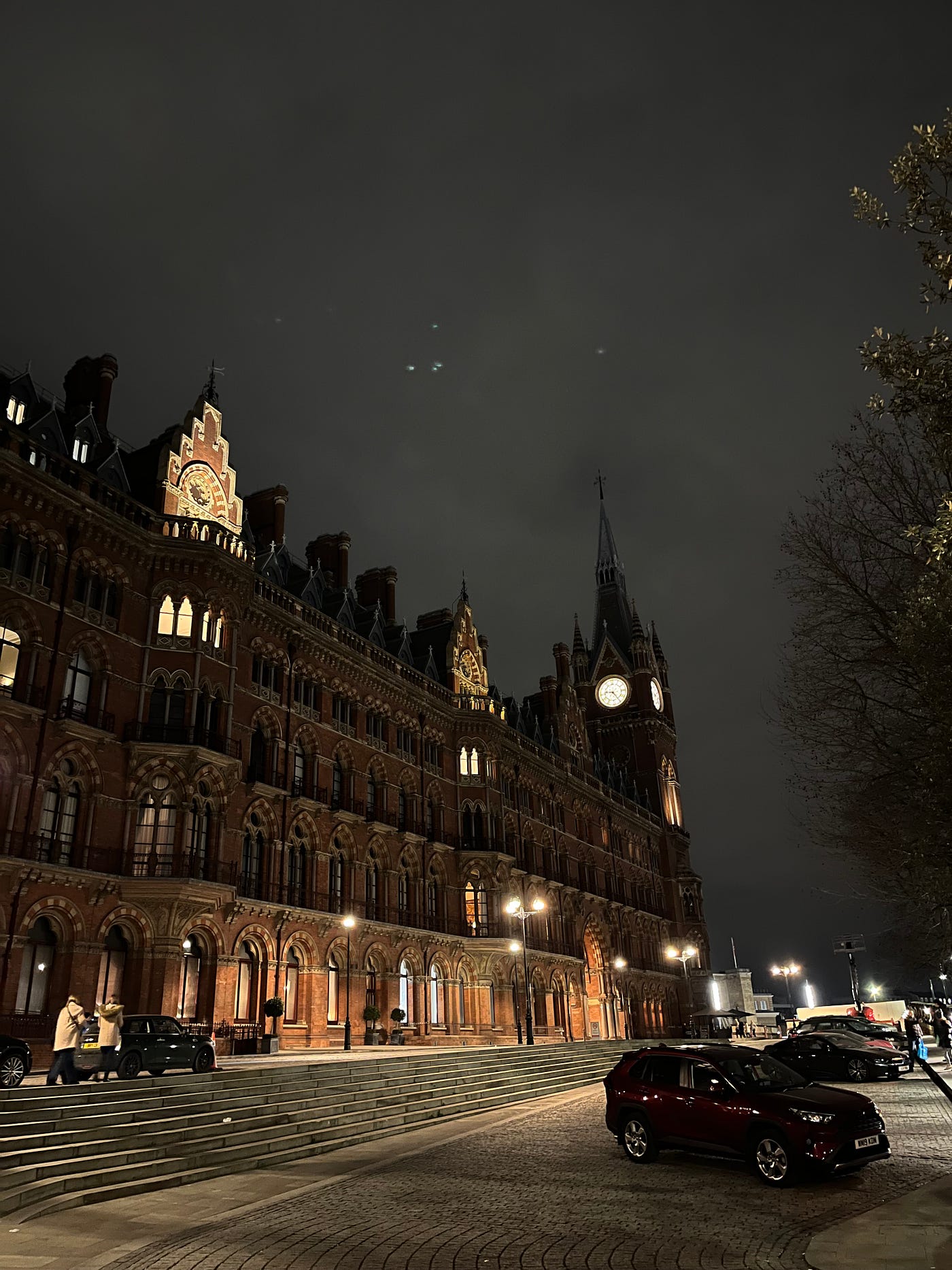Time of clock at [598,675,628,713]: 9:24
